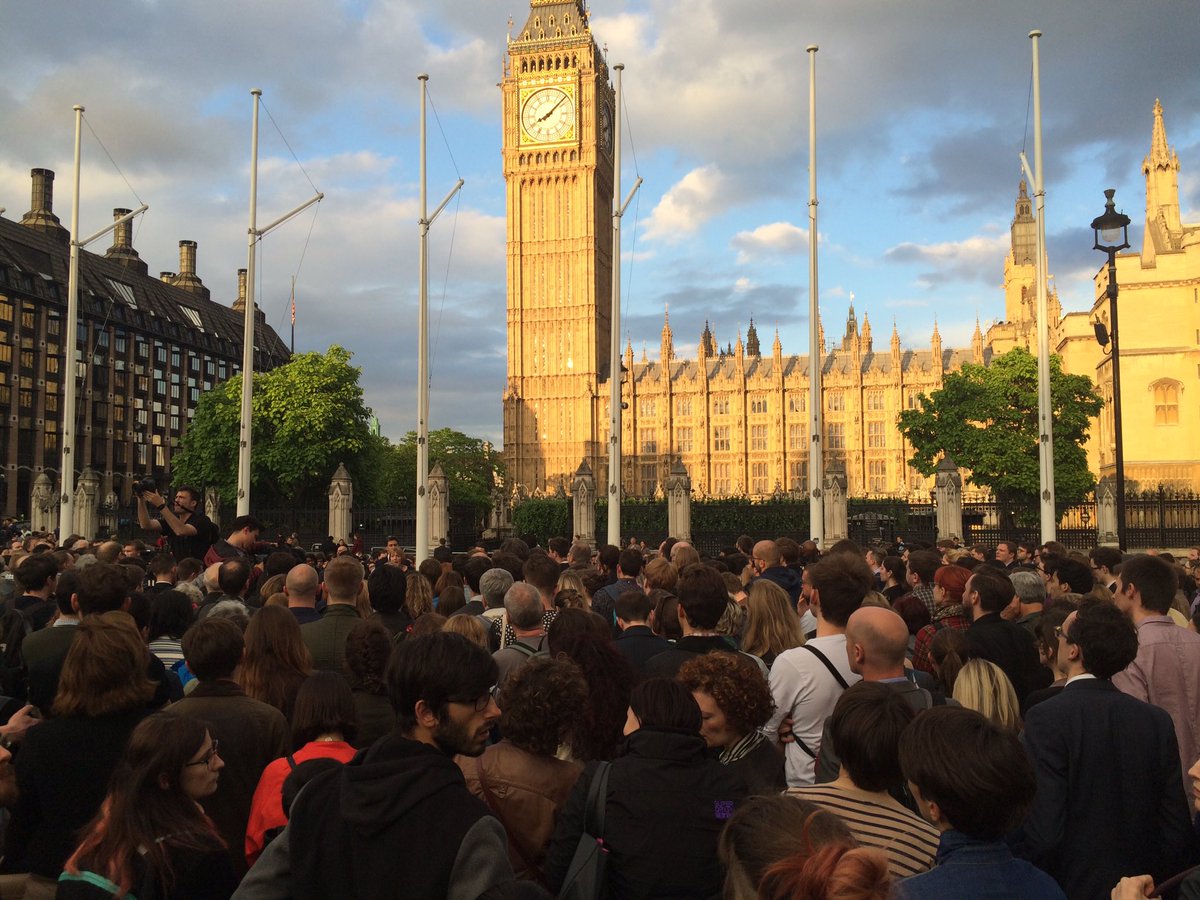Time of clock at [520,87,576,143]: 8:07
